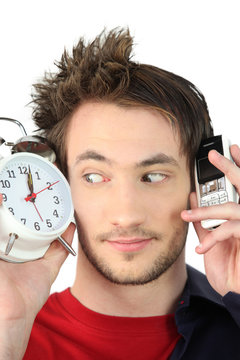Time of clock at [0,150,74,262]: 12:01
